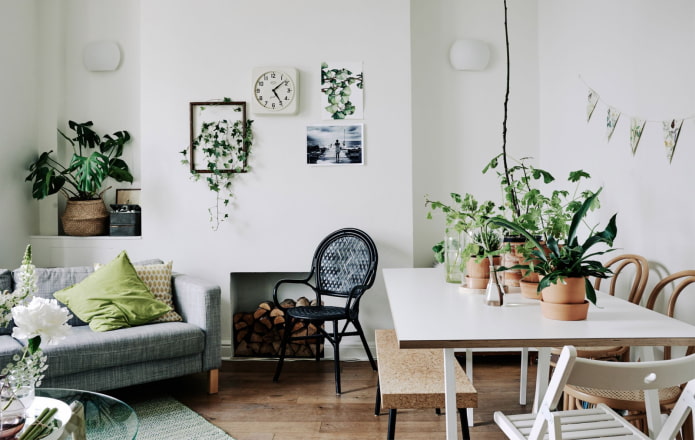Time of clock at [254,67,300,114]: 5:08
